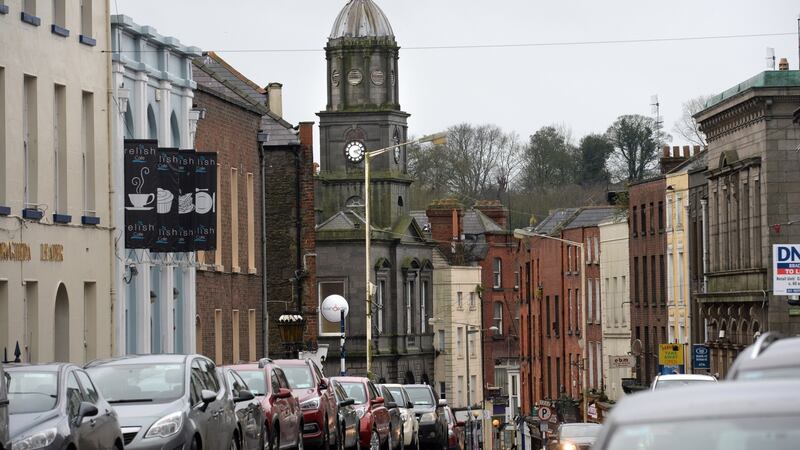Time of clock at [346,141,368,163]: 4:12
